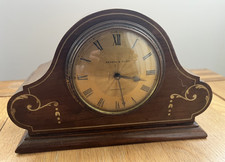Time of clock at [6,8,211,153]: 3:28
